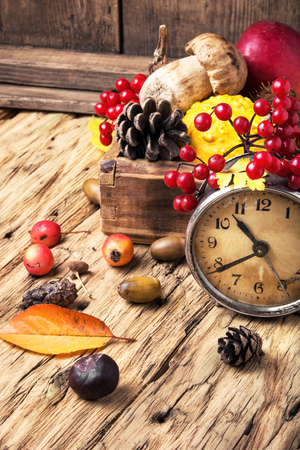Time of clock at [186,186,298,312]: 10:39
